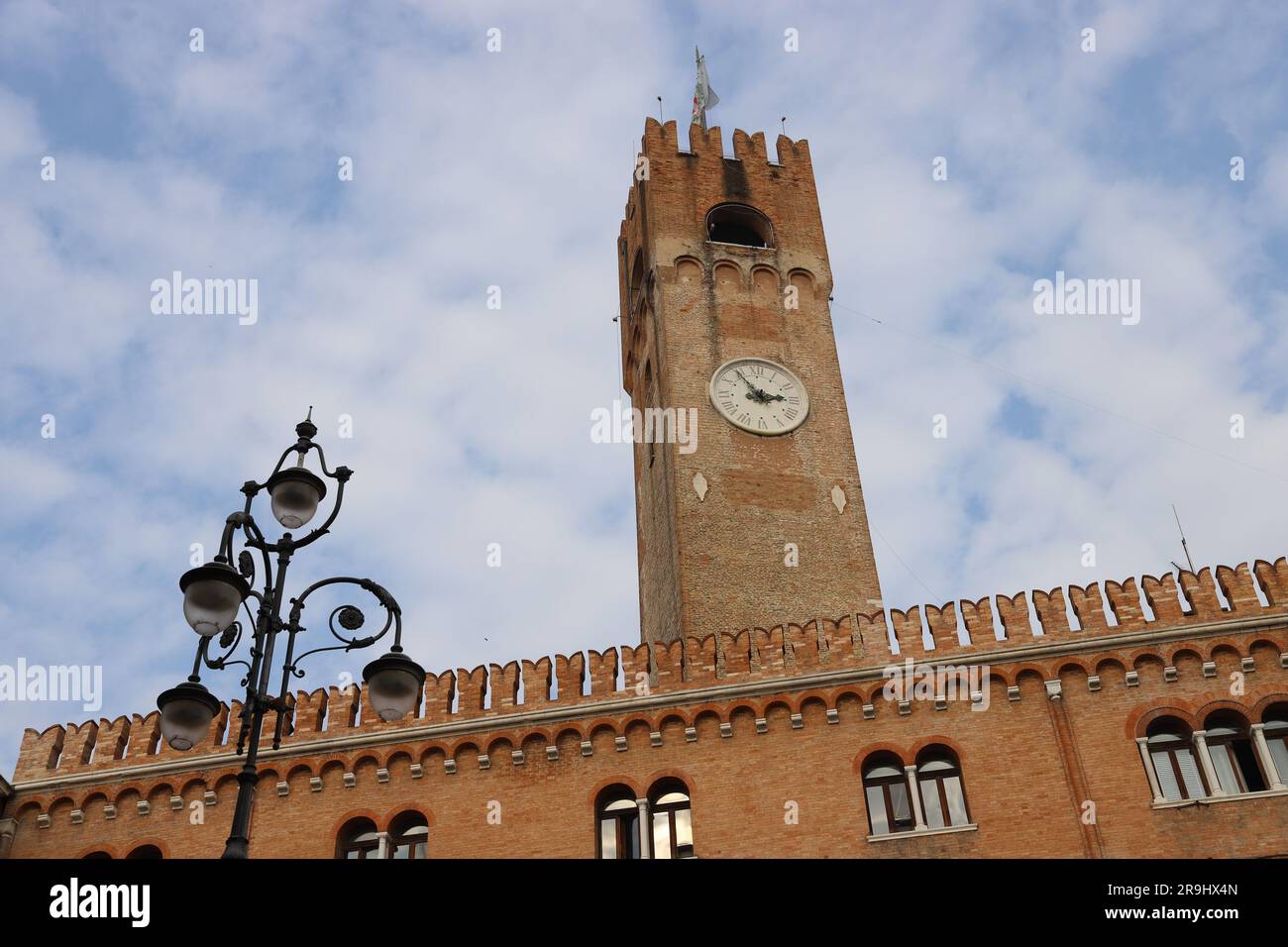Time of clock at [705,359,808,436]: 2:54
